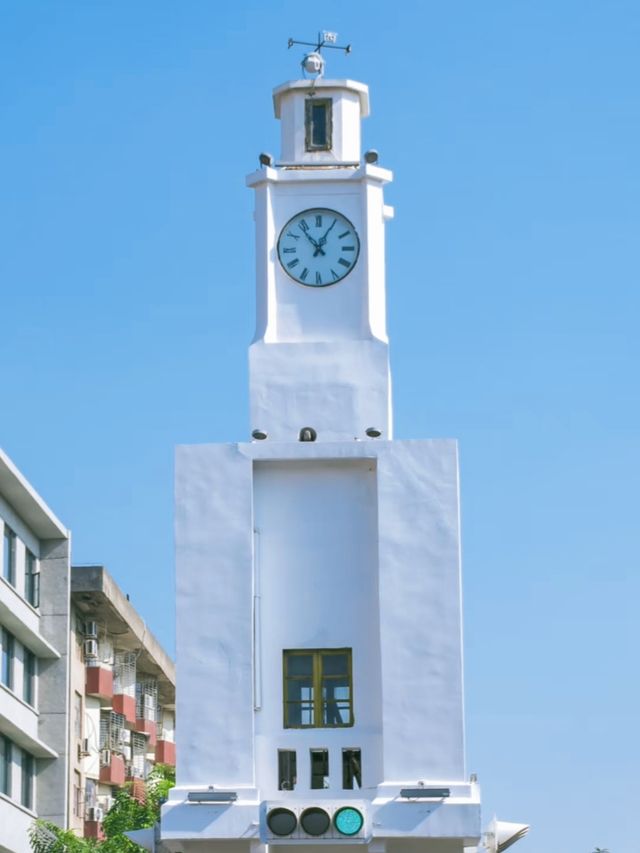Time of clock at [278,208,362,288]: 12:53
